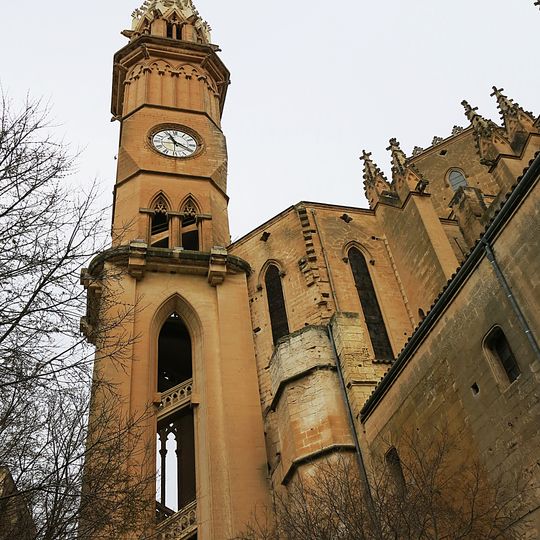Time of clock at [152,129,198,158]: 11:19
